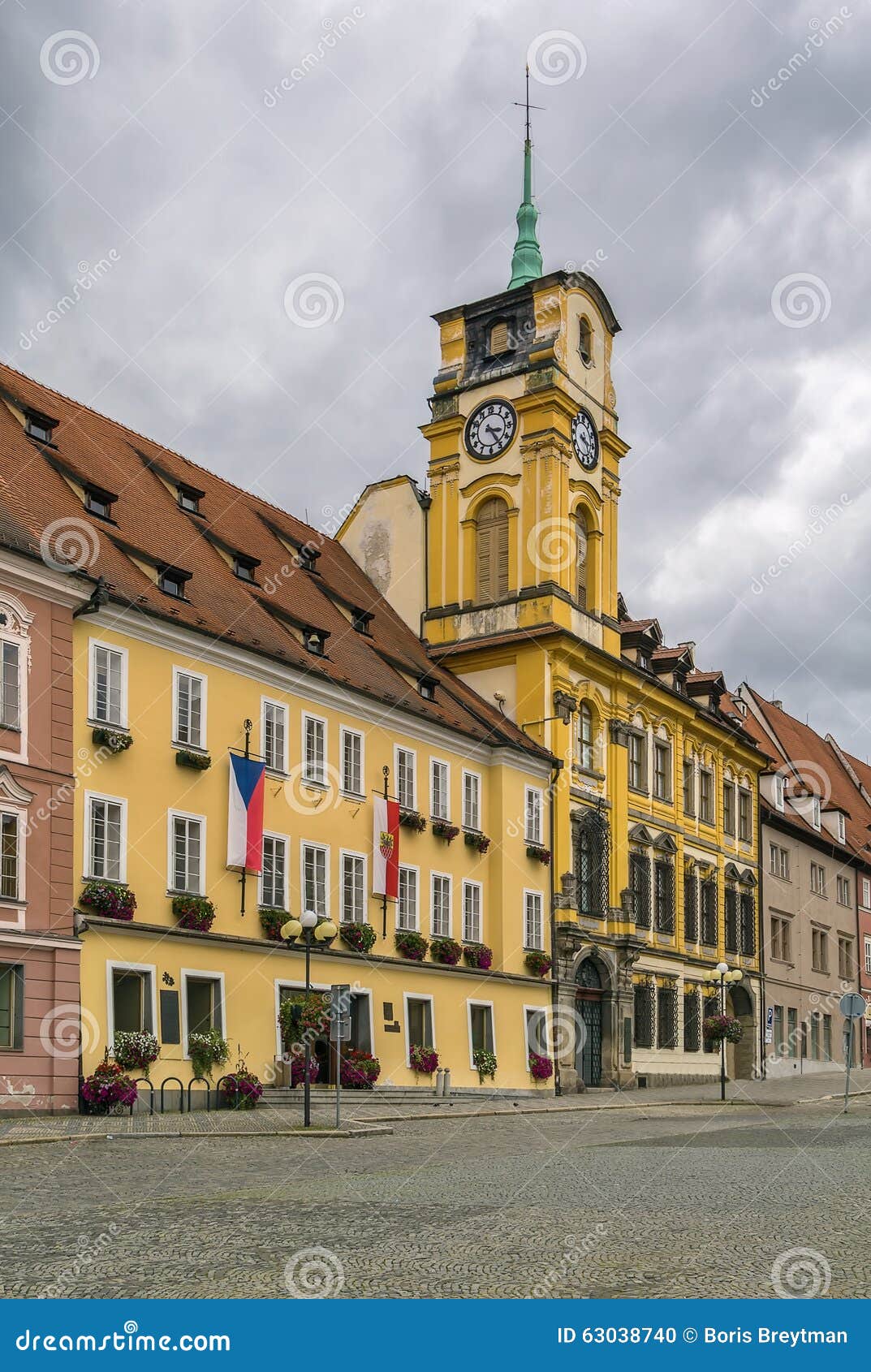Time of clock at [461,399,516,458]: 3:24
